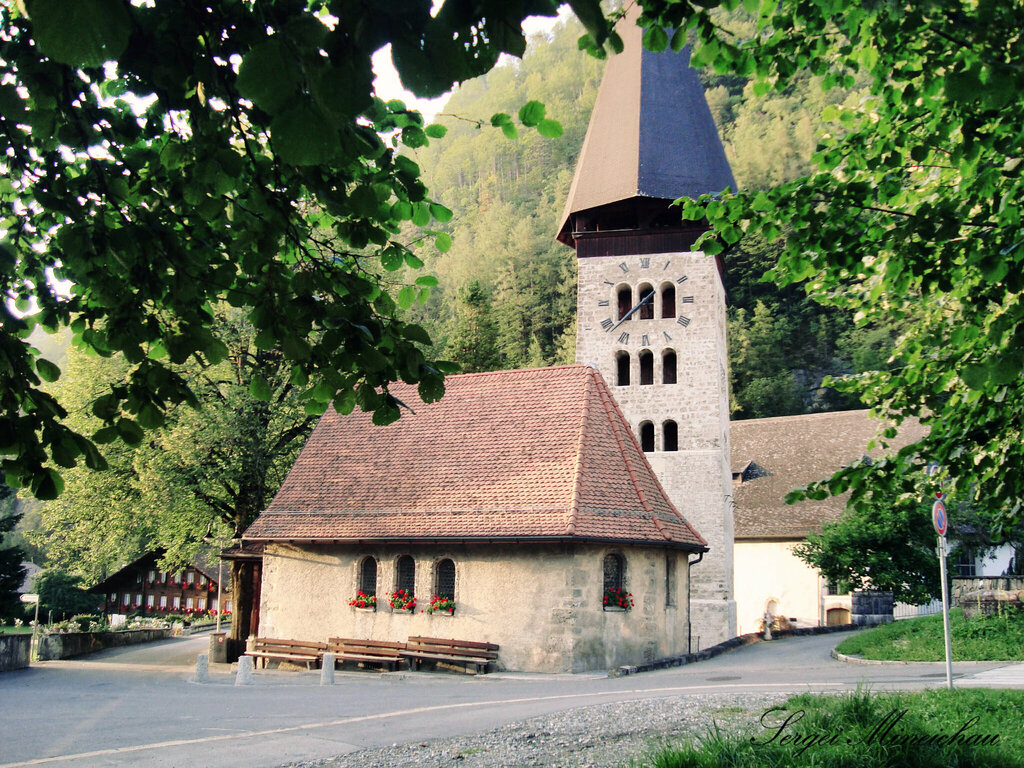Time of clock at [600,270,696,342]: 5:38
